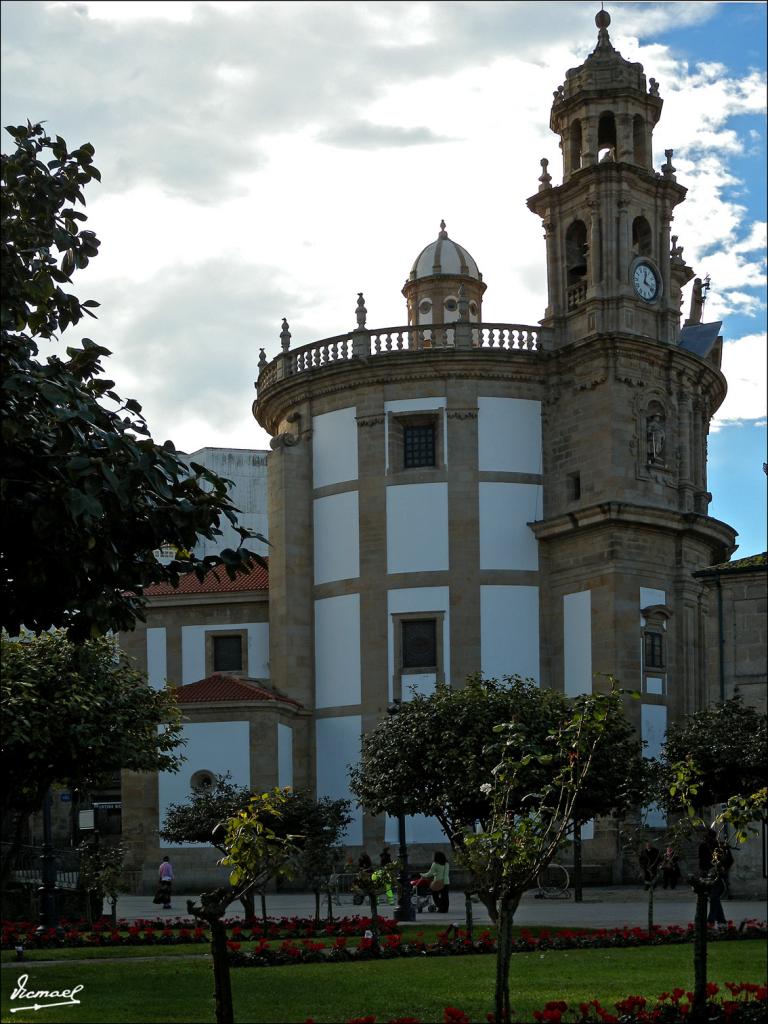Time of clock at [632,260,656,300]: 12:18
